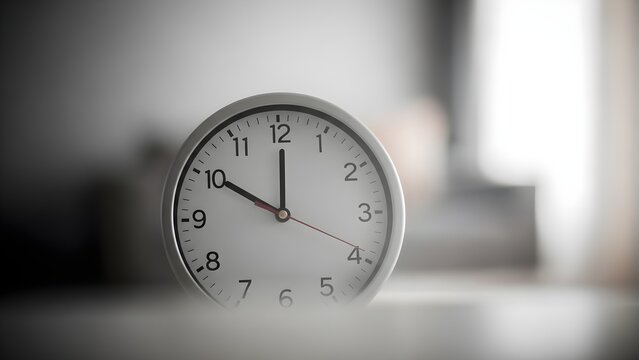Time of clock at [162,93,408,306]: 10:00
